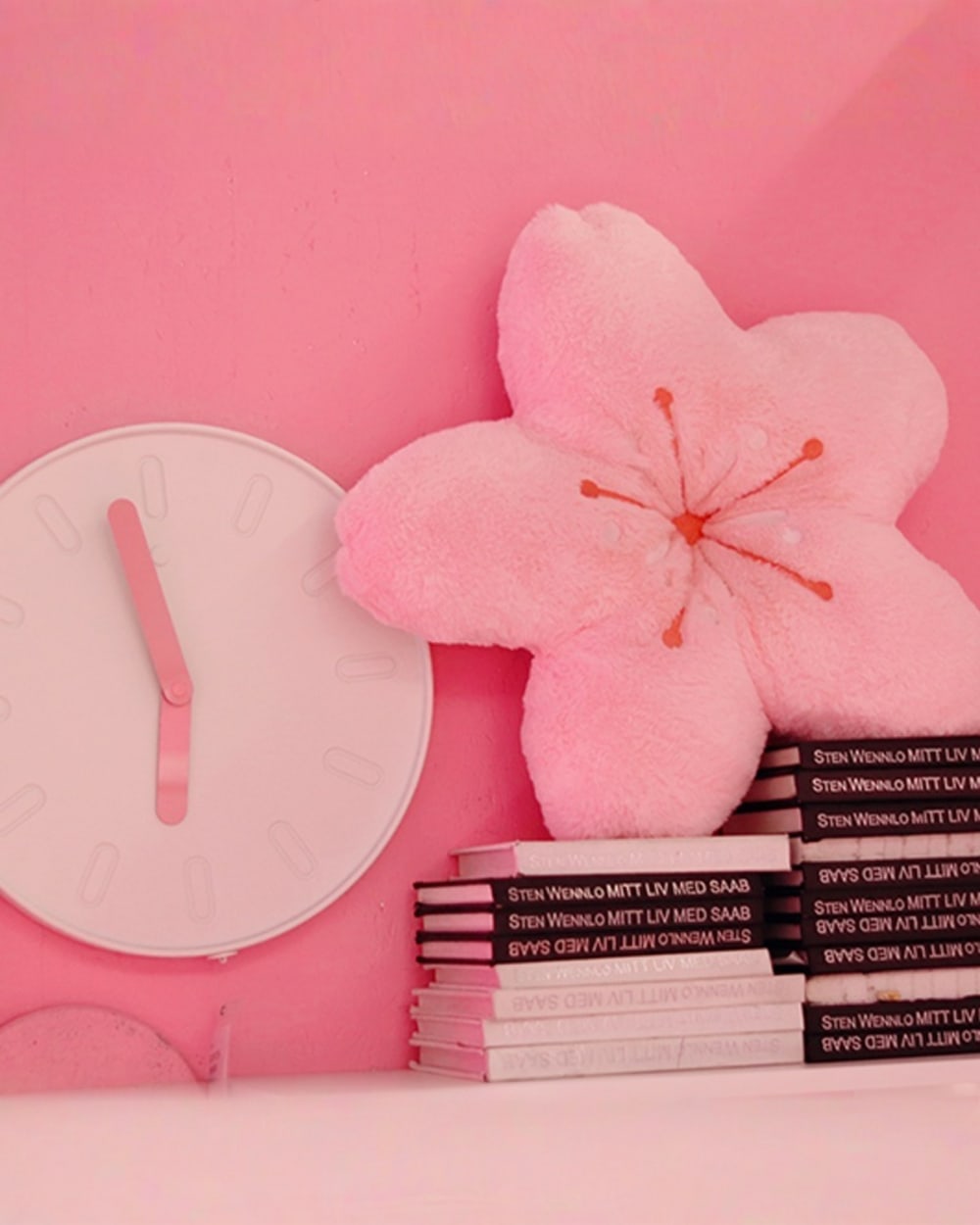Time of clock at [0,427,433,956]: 5:57
